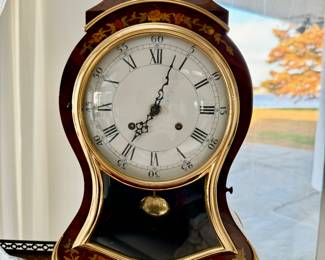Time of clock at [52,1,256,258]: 7:03
